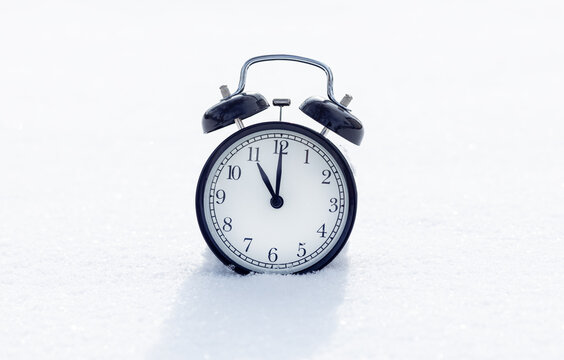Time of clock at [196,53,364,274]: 11:00
